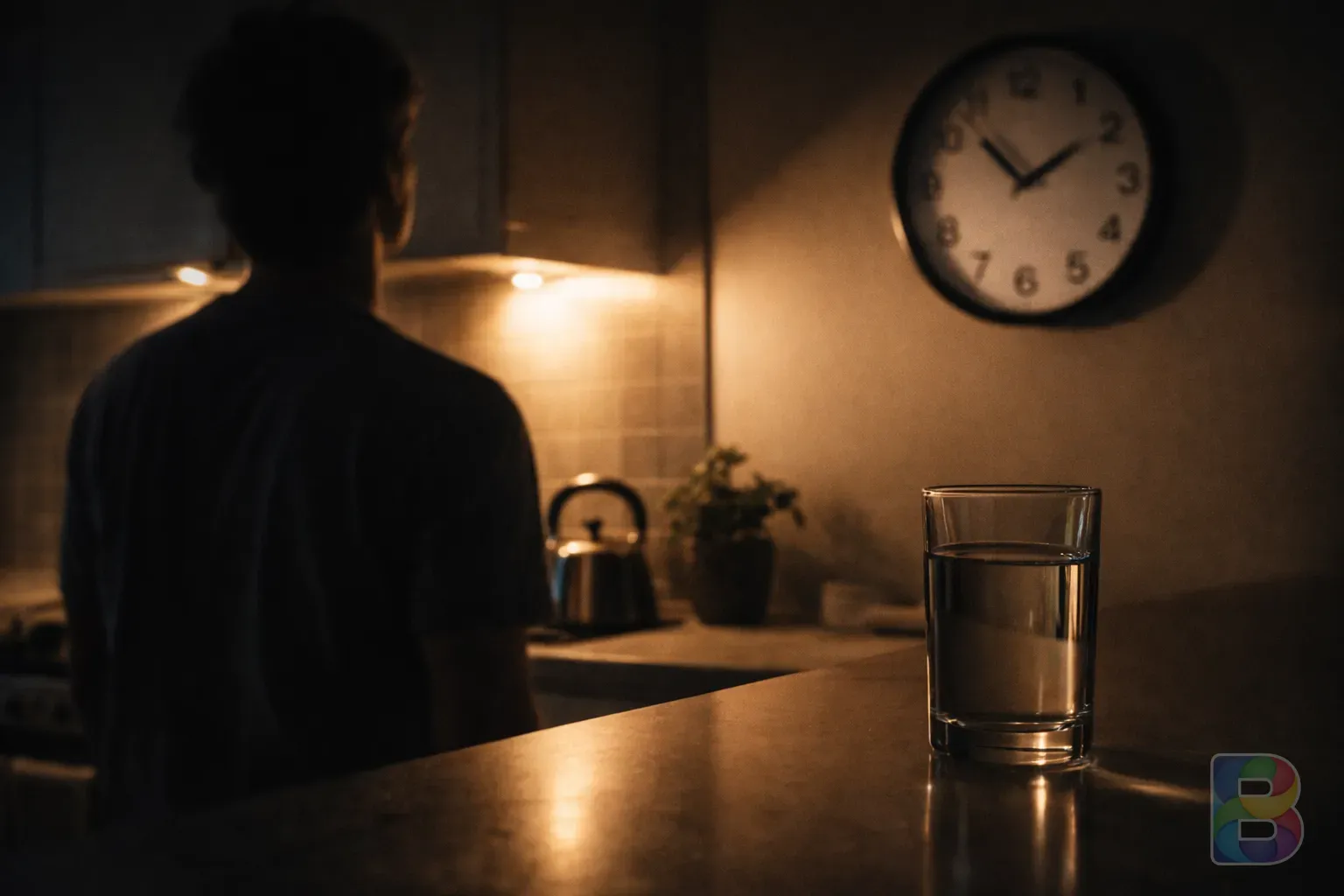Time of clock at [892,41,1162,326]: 1:52
